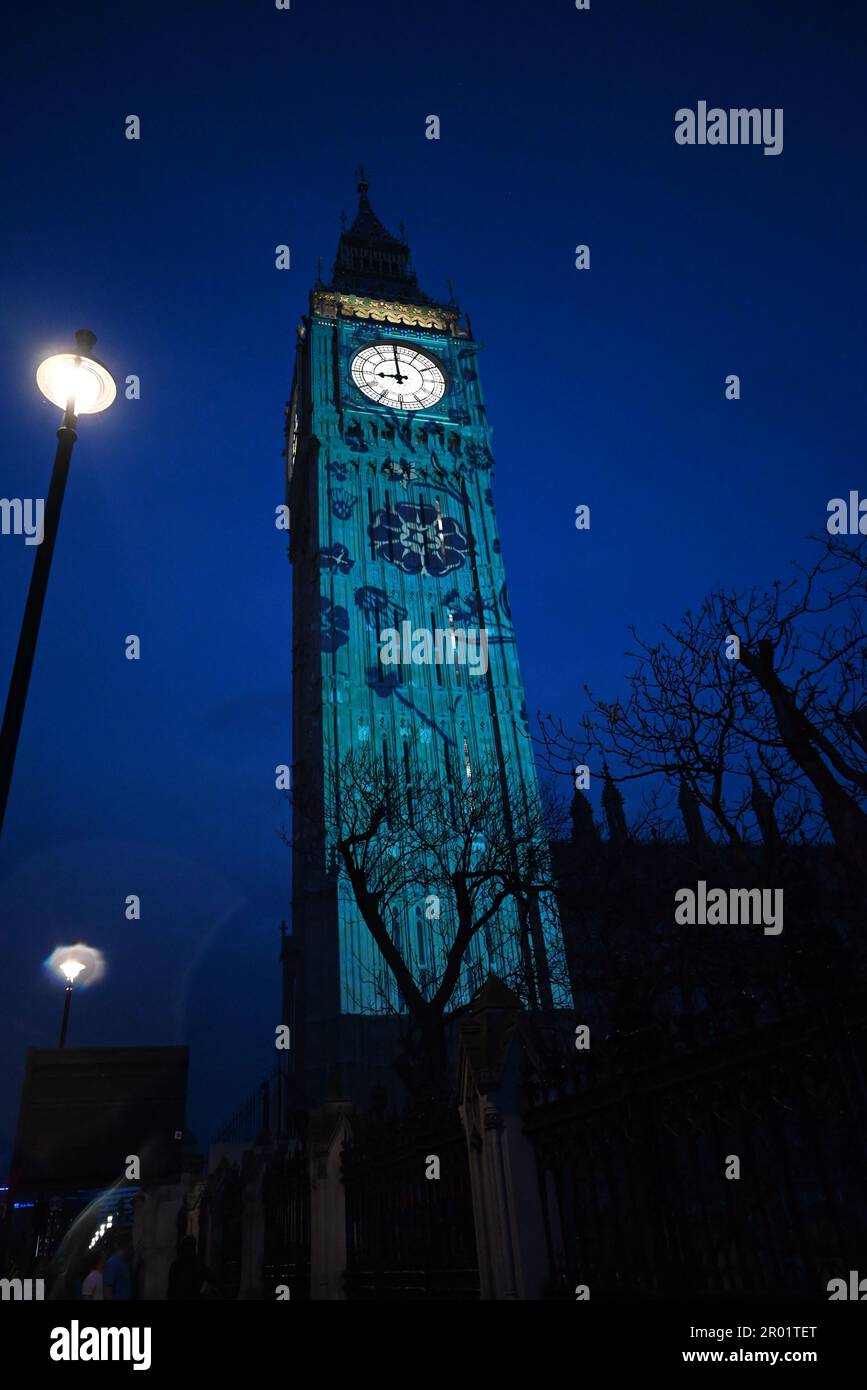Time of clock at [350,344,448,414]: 8:59
